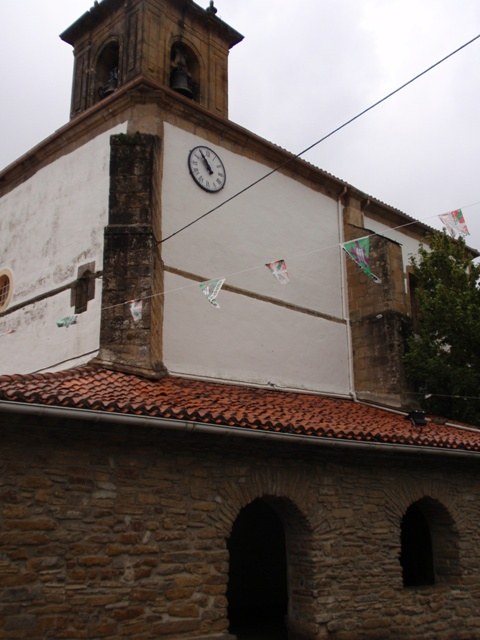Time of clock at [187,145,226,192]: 10:54
